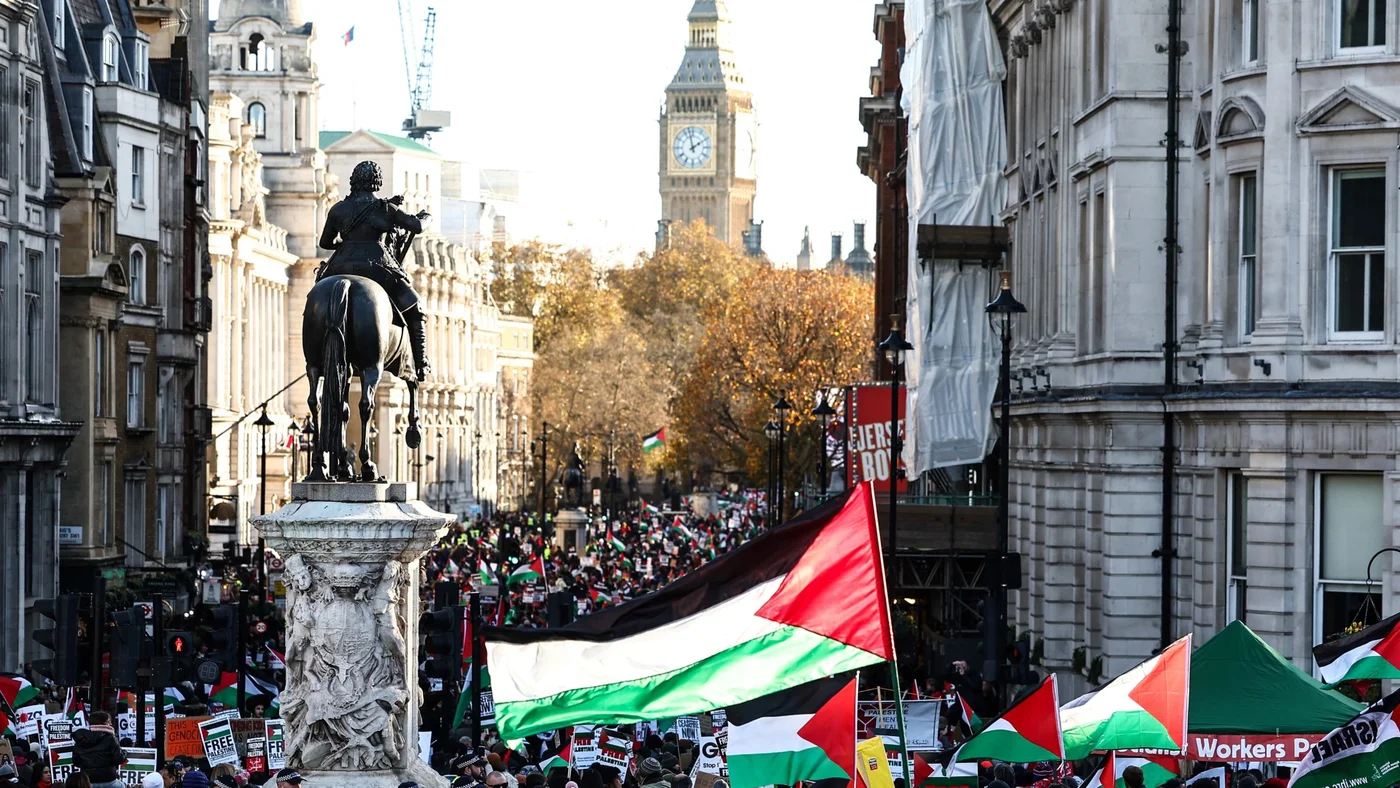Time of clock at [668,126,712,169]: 1:57
